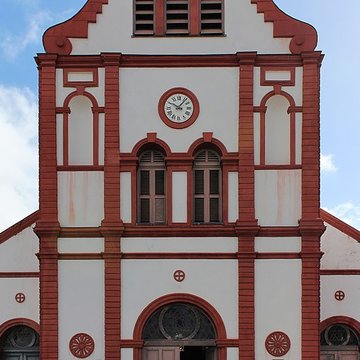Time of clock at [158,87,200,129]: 10:06
